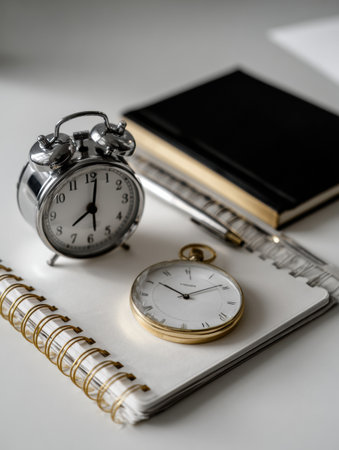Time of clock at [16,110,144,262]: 8:01
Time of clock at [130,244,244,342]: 10:09
